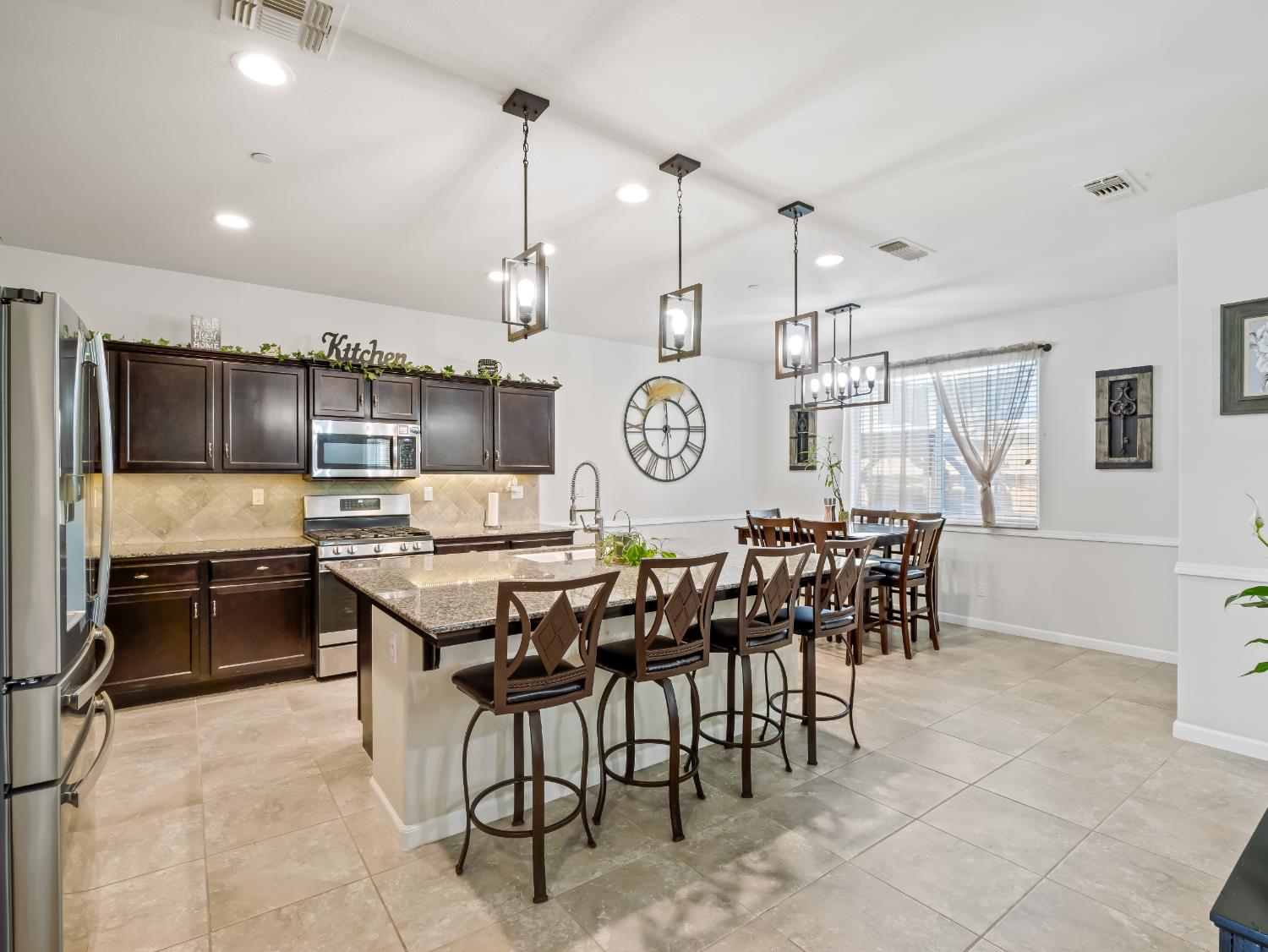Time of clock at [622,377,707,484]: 12:14
